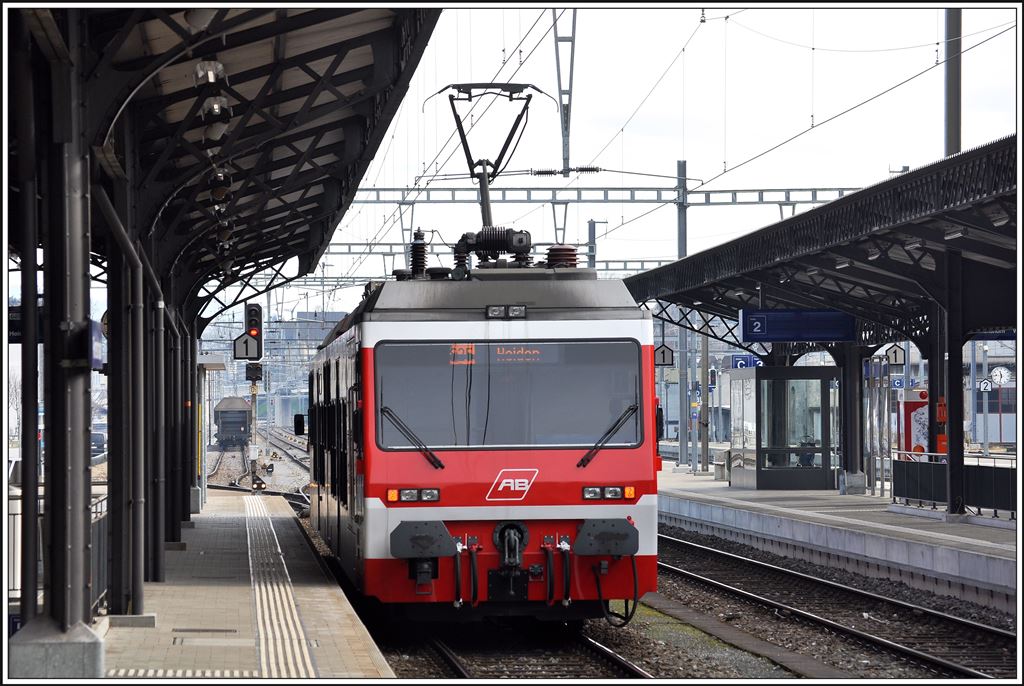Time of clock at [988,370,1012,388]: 11:32
